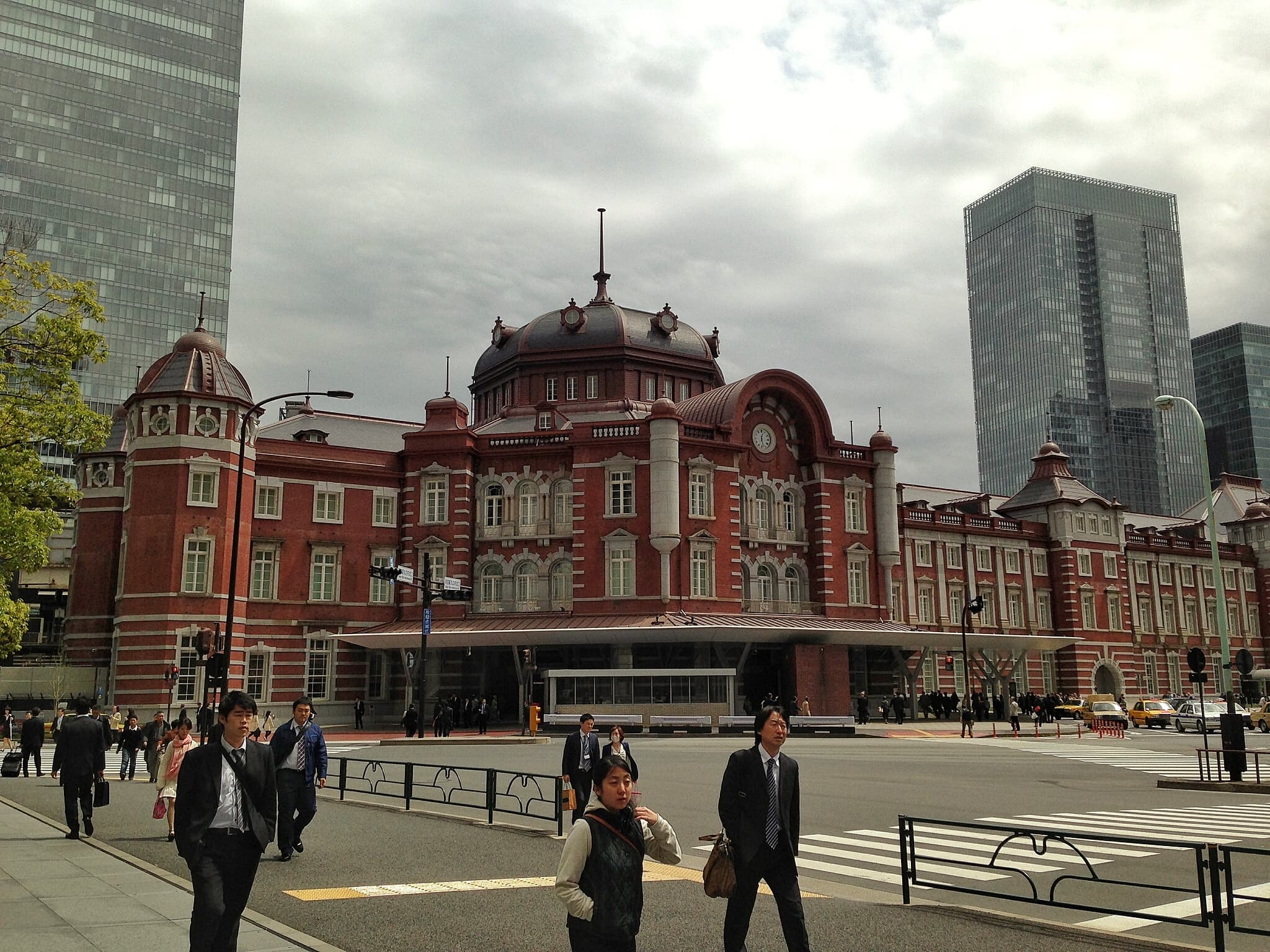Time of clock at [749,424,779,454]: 12:27
